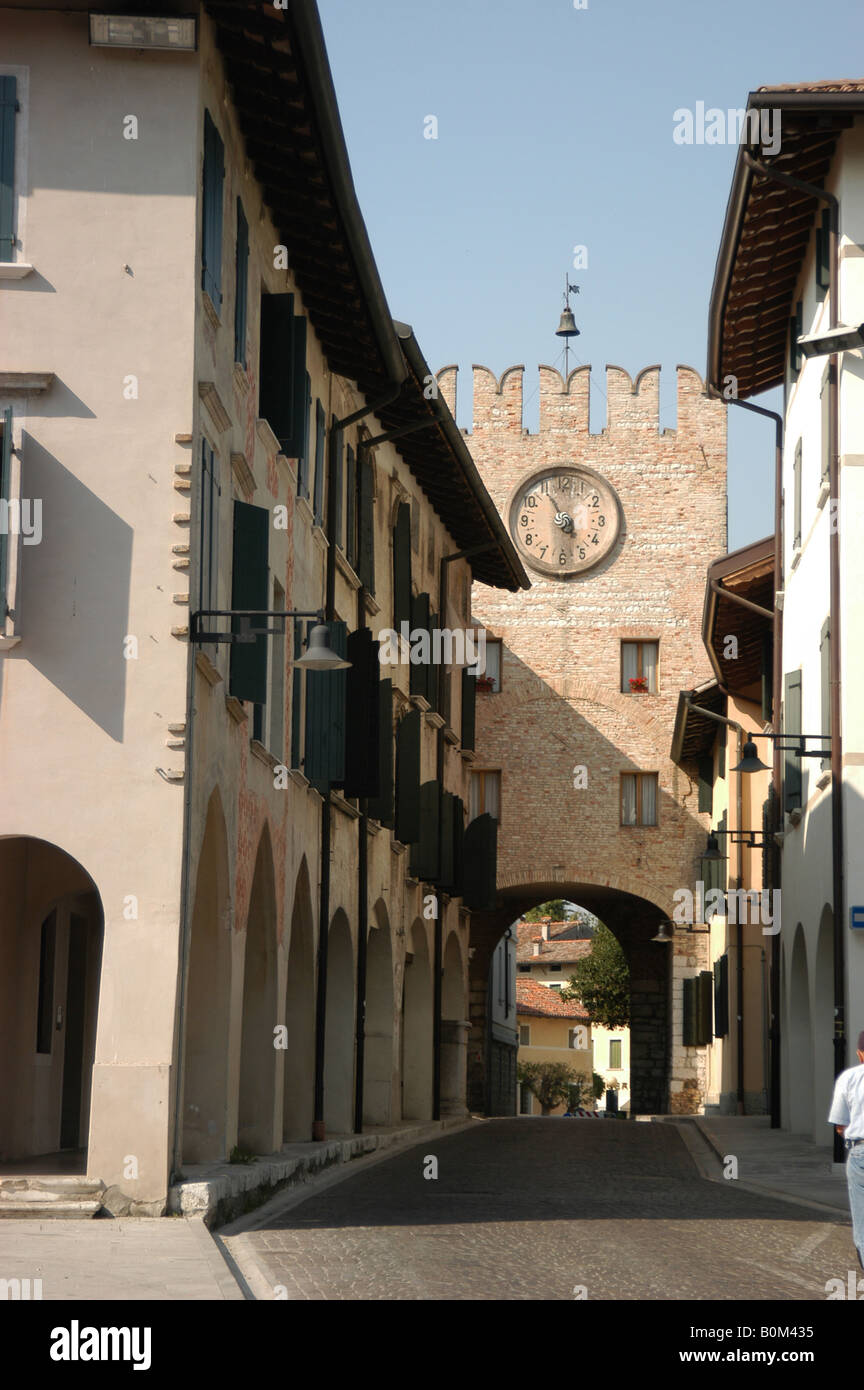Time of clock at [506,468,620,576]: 10:55
